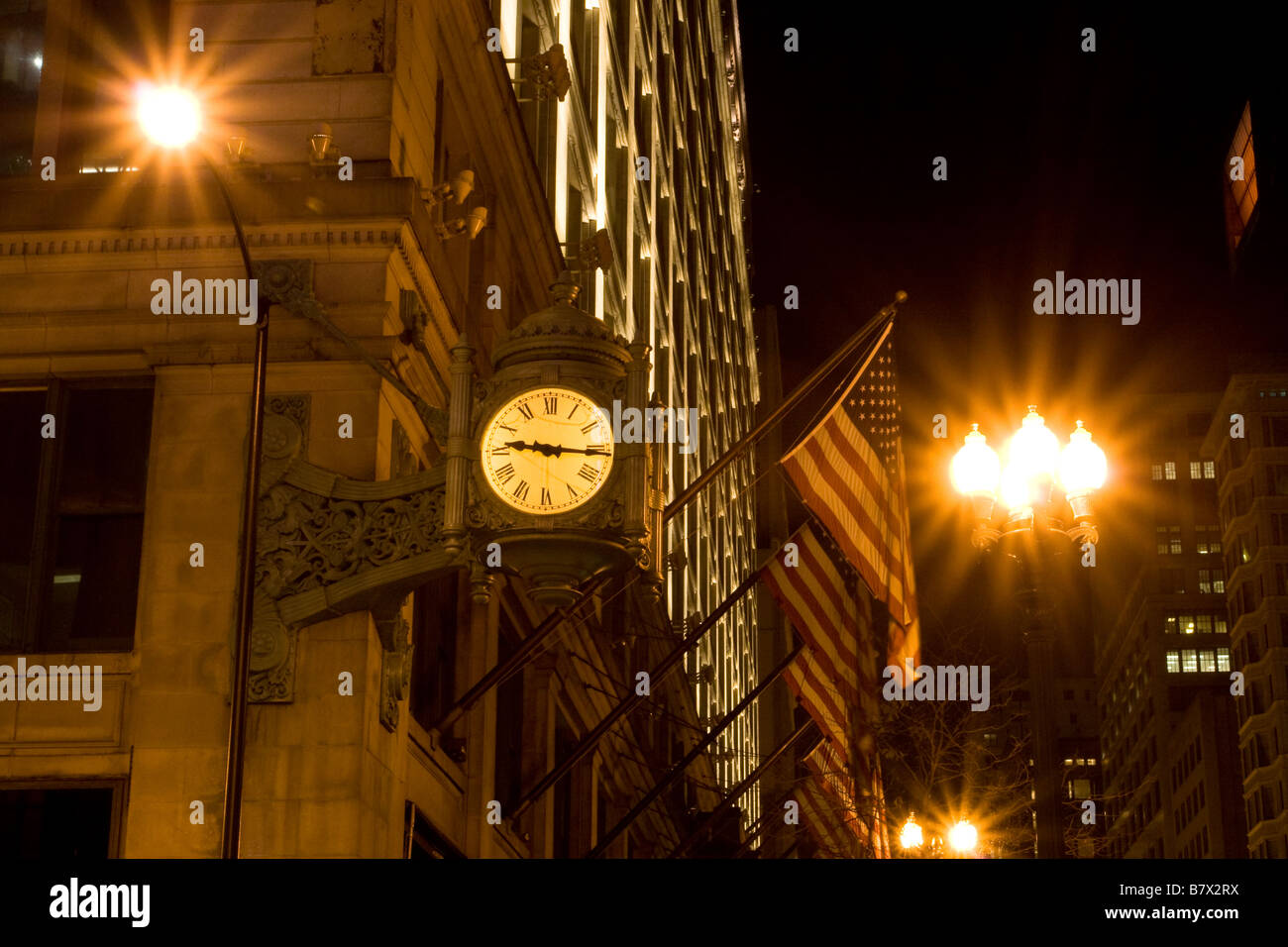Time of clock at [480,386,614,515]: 9:15
